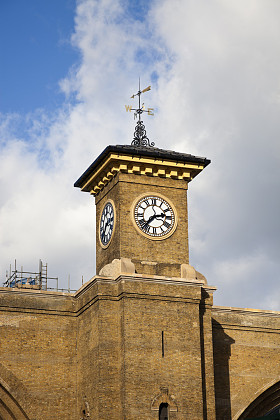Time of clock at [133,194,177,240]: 2:37
